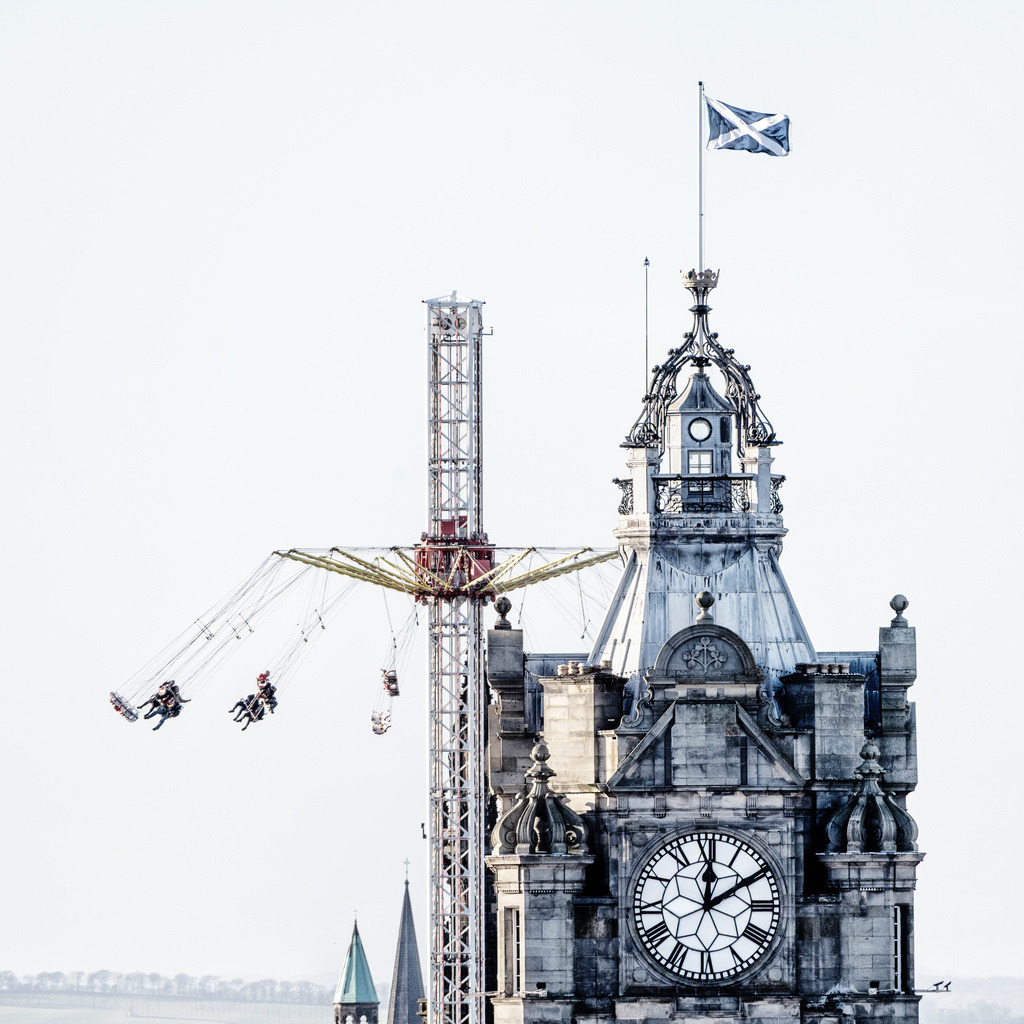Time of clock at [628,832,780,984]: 12:09
